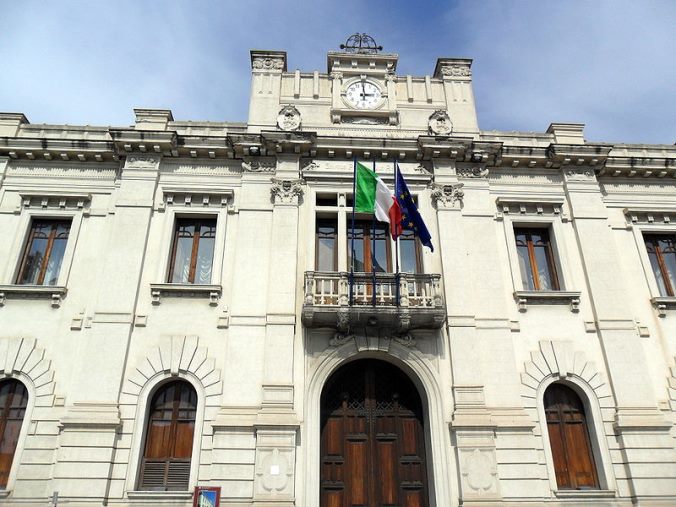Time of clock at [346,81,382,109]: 2:59
